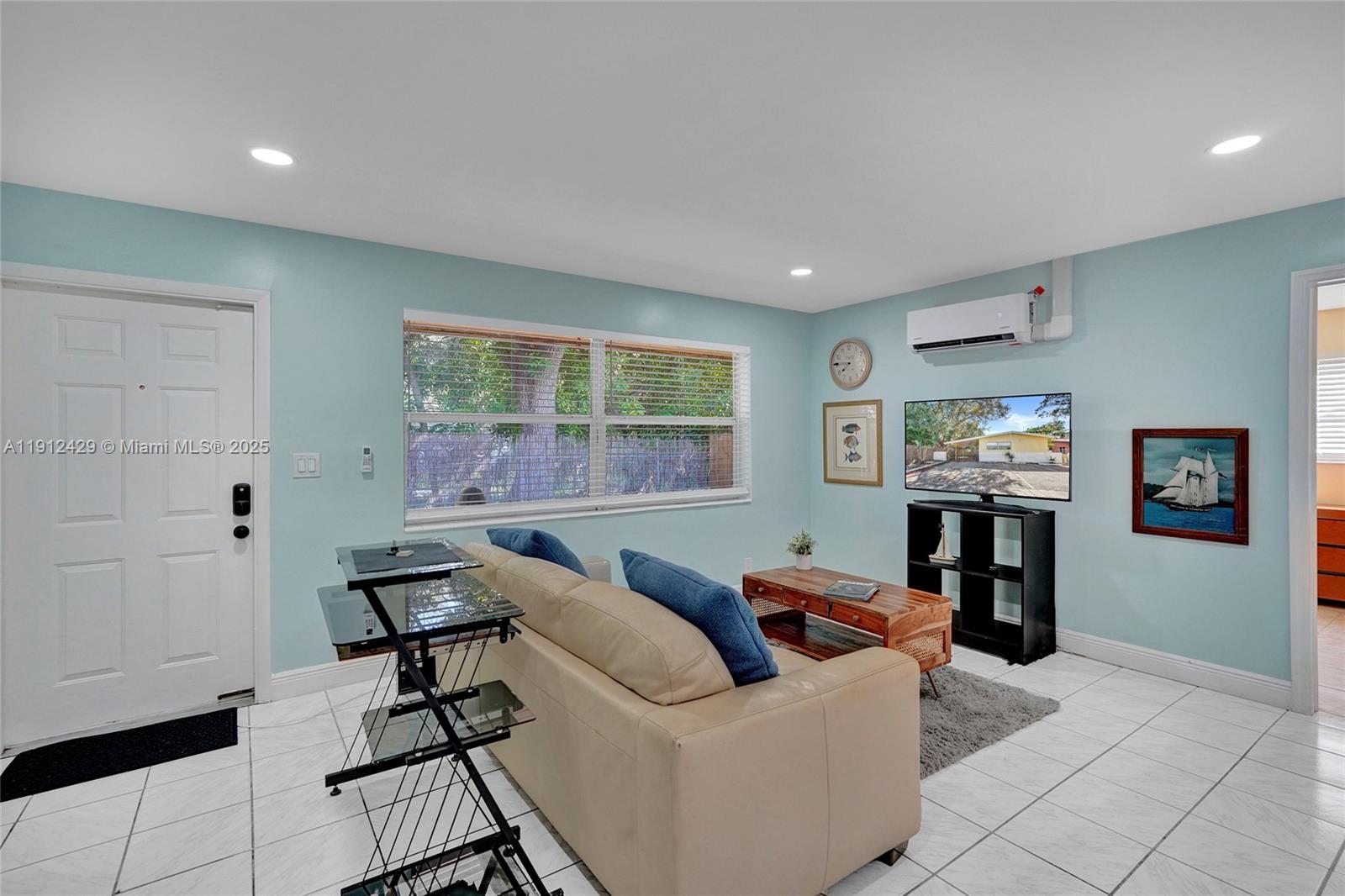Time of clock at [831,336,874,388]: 7:45
